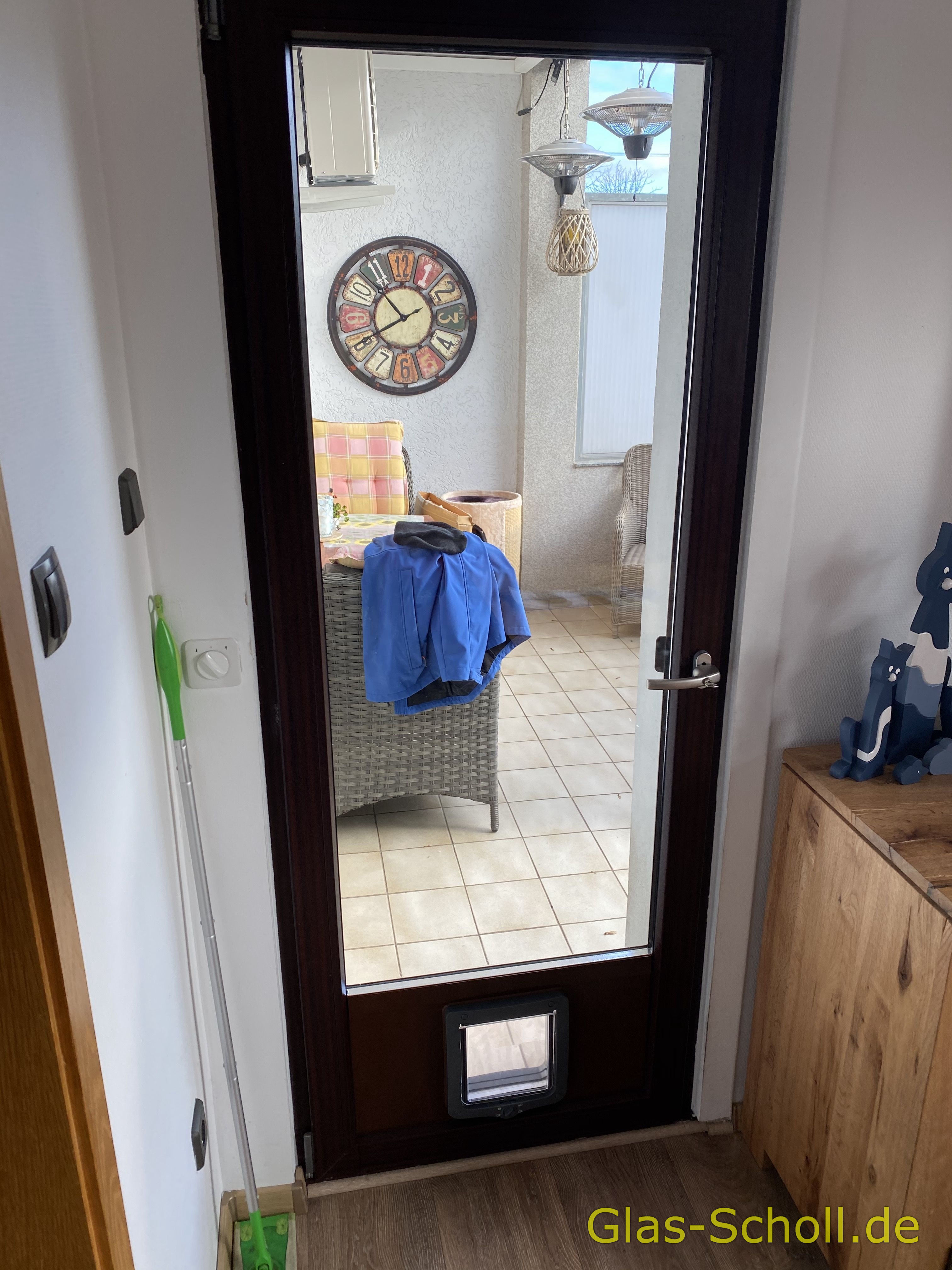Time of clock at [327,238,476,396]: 10:40
